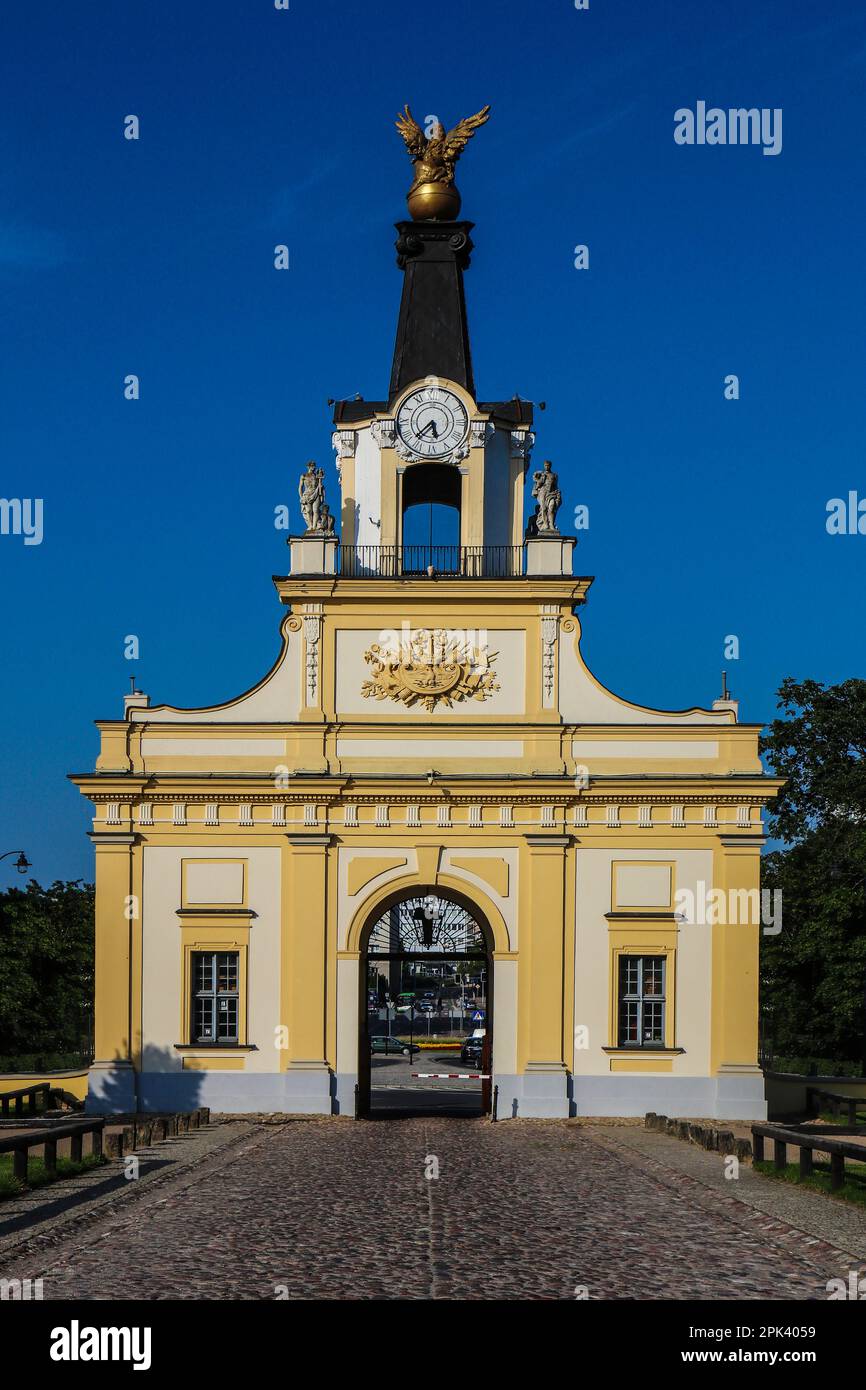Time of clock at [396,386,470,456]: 5:37
